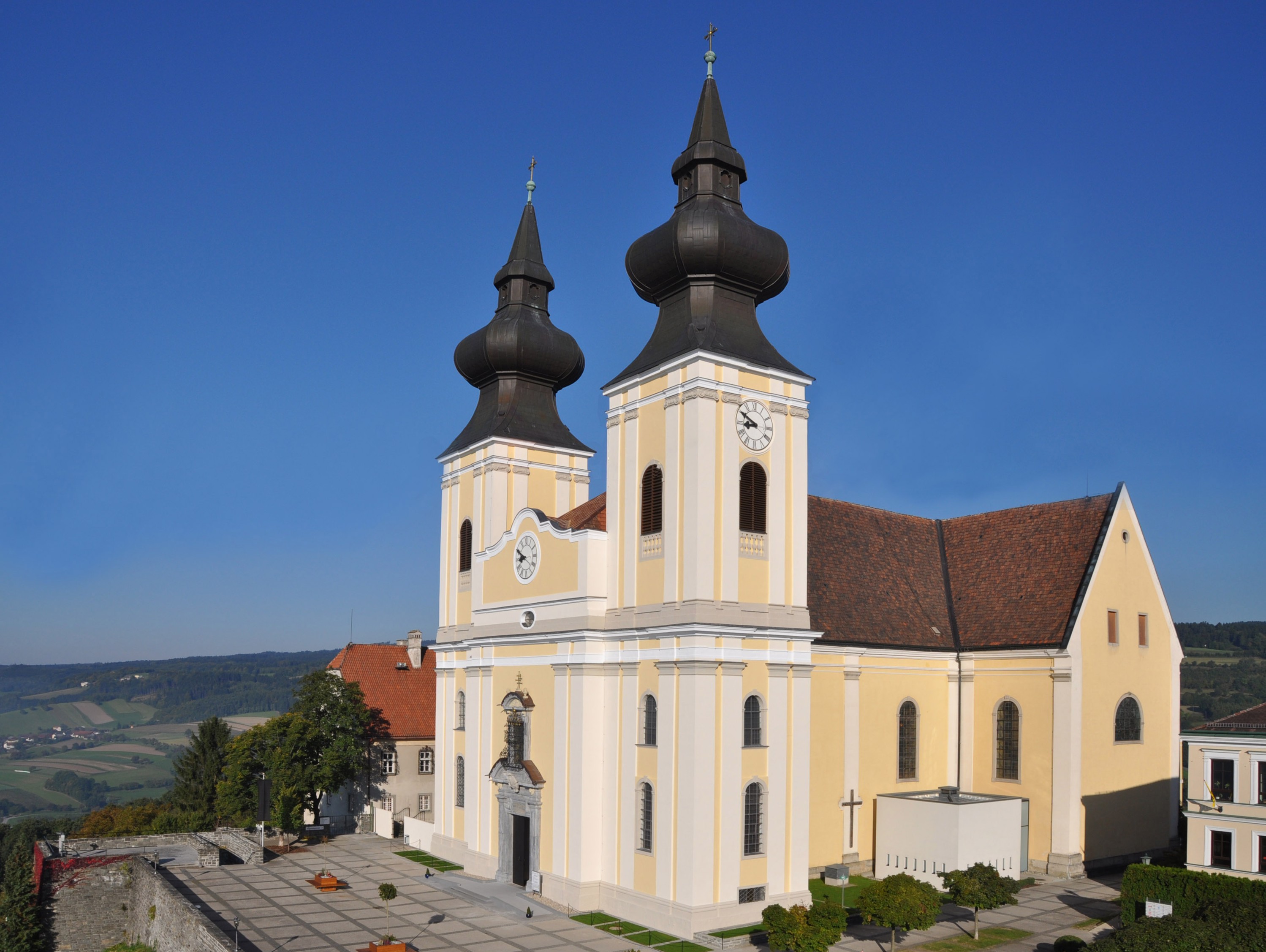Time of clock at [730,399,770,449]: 8:50
